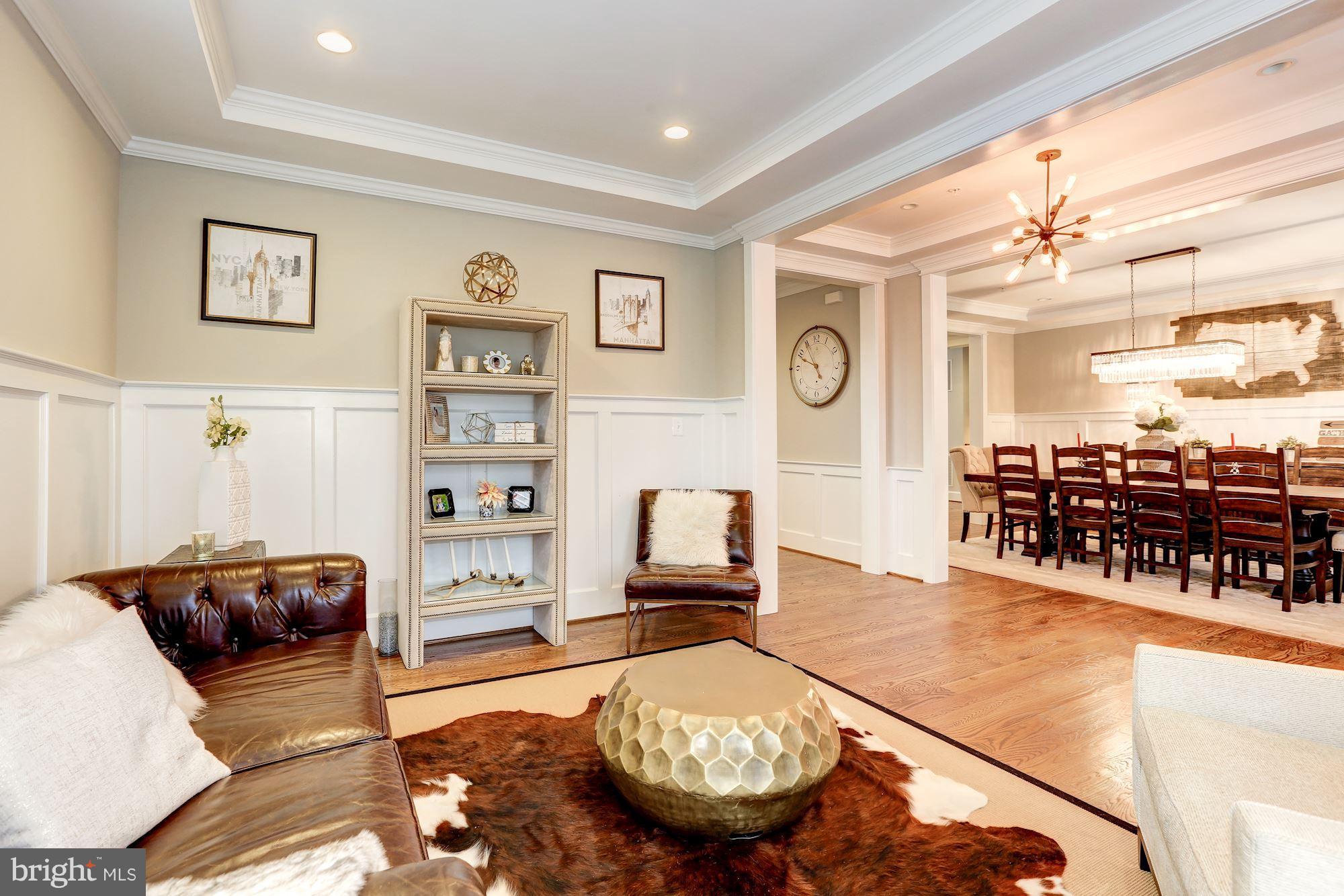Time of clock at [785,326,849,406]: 4:48
